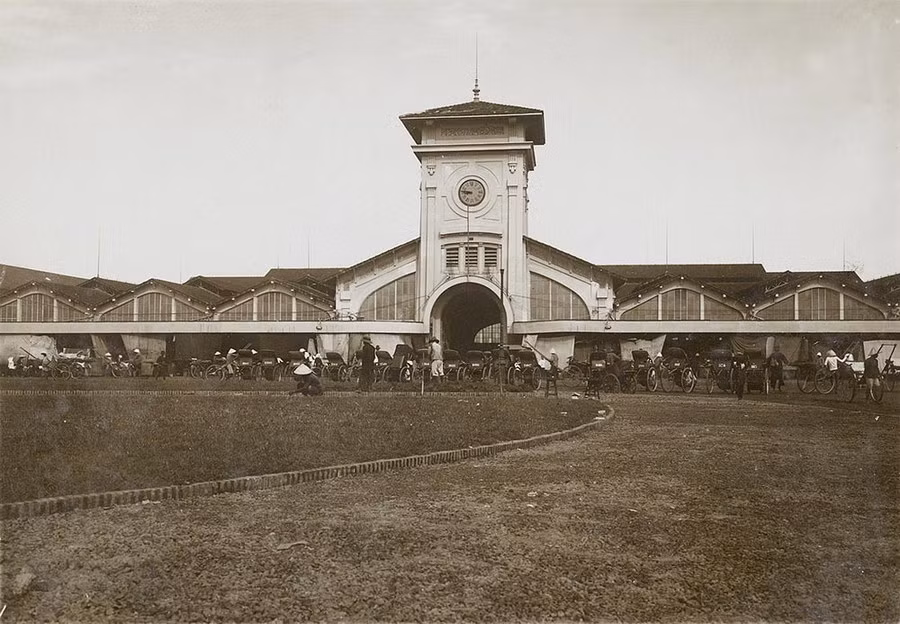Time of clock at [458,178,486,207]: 8:46
